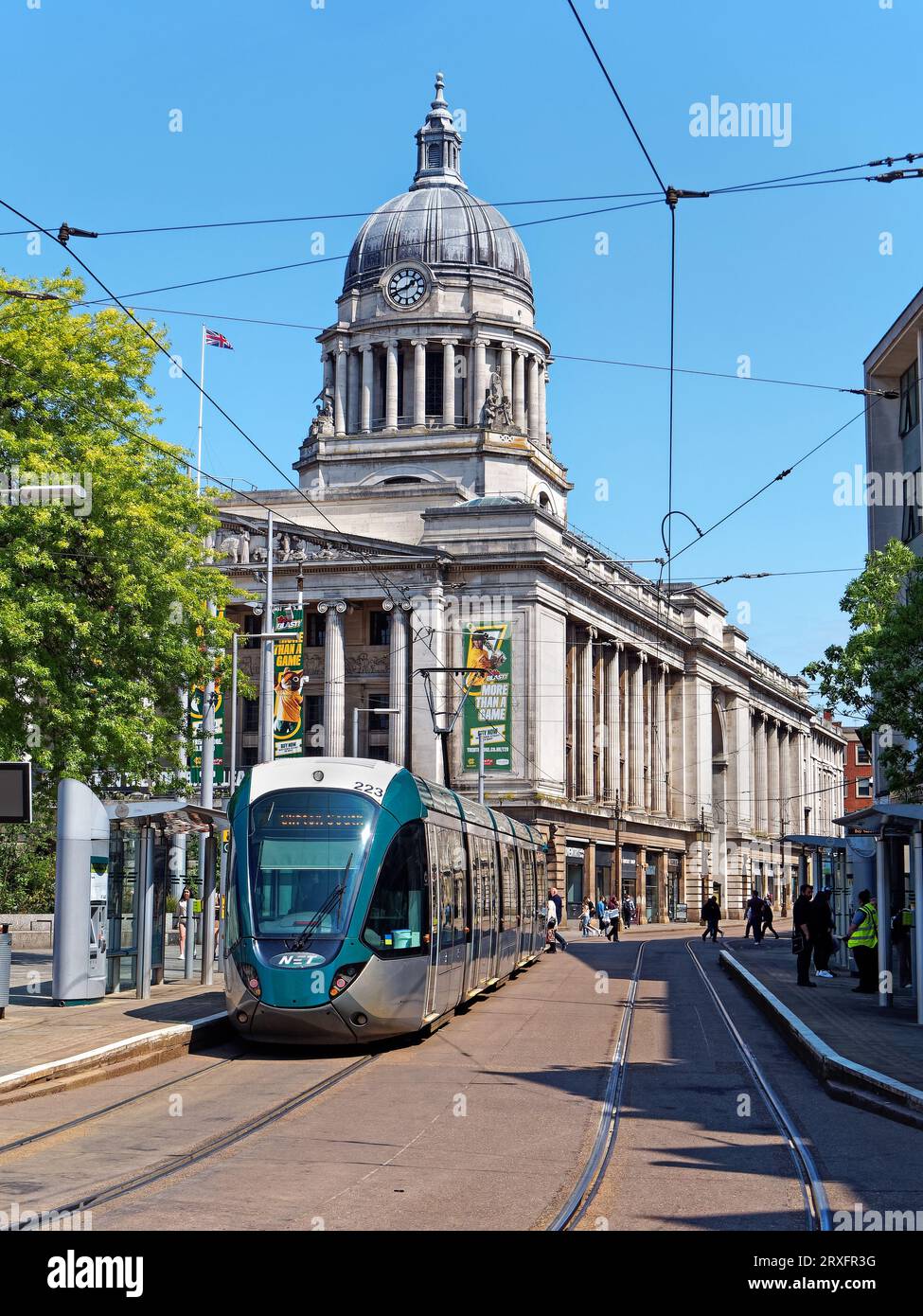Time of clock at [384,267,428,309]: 1:41
